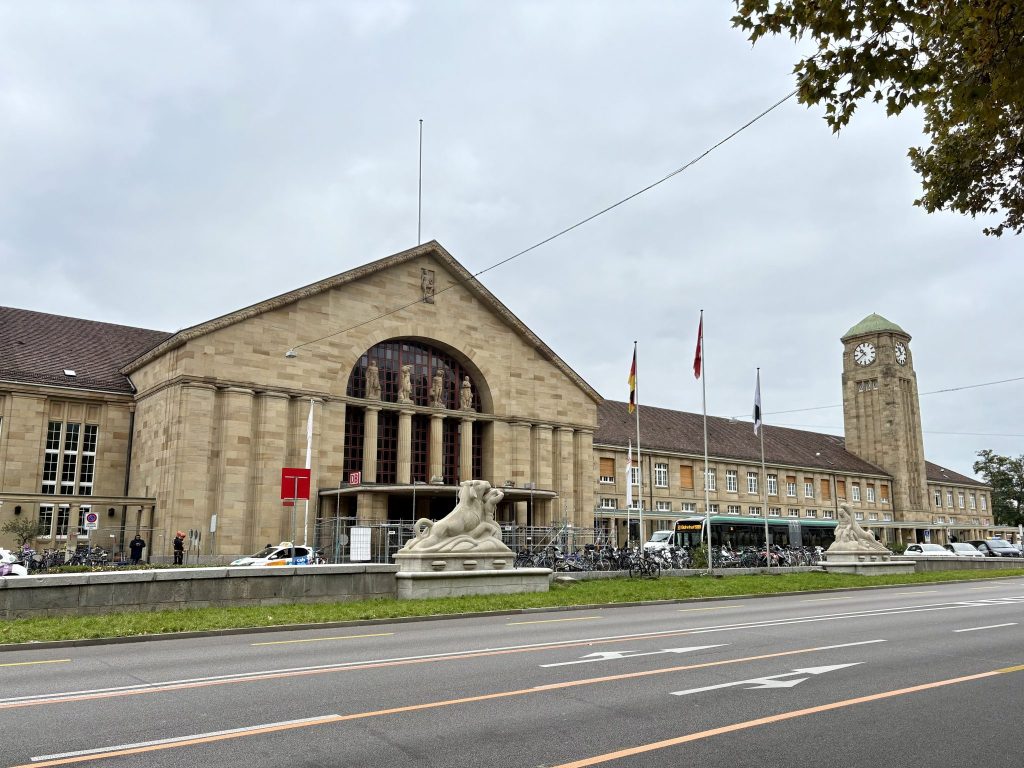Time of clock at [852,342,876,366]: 10:39
